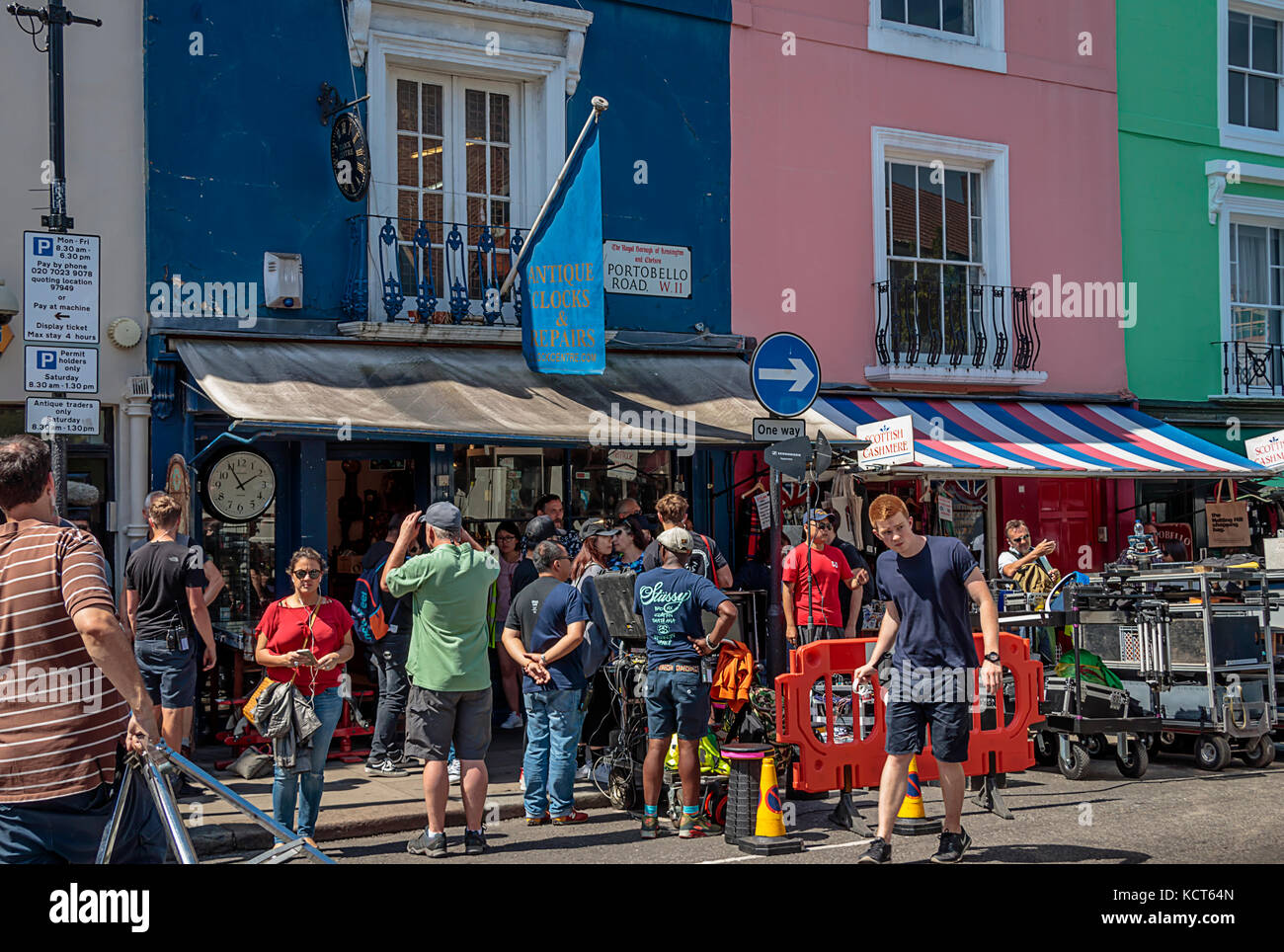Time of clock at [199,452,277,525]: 1:54
